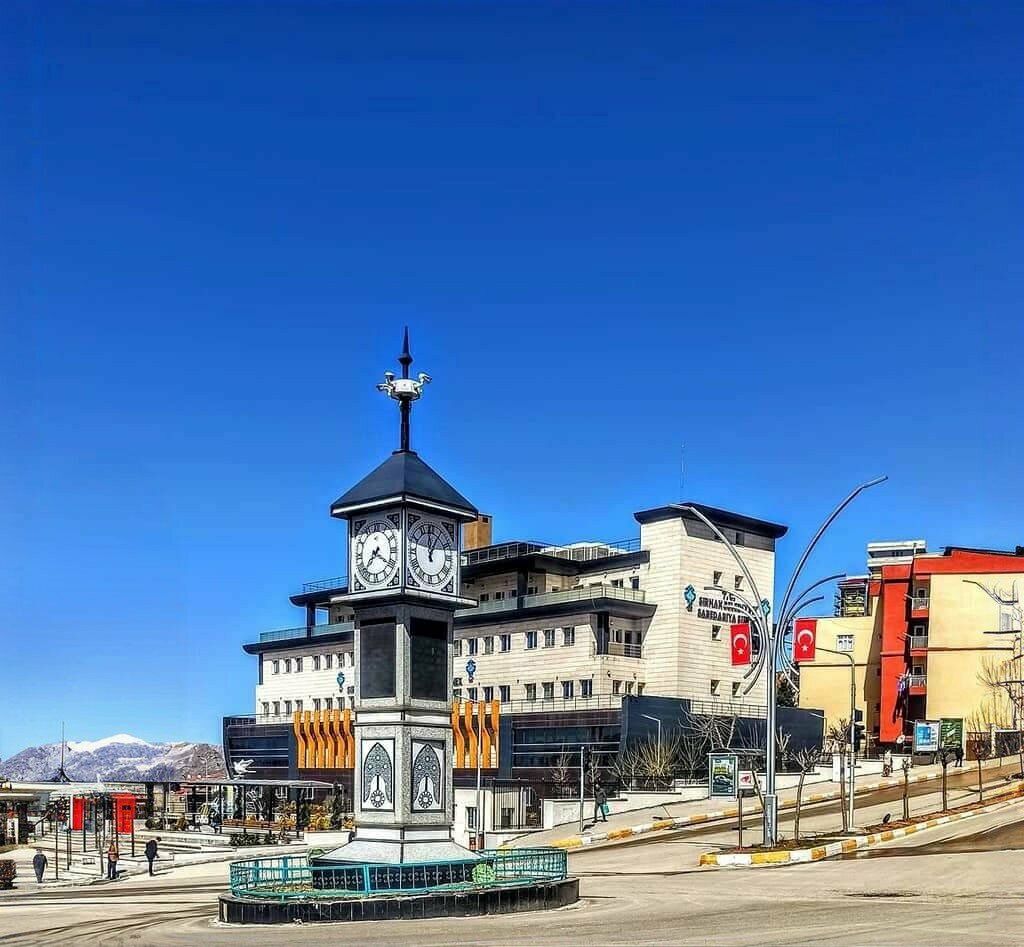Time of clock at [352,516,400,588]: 7:20
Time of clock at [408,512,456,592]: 12:05
